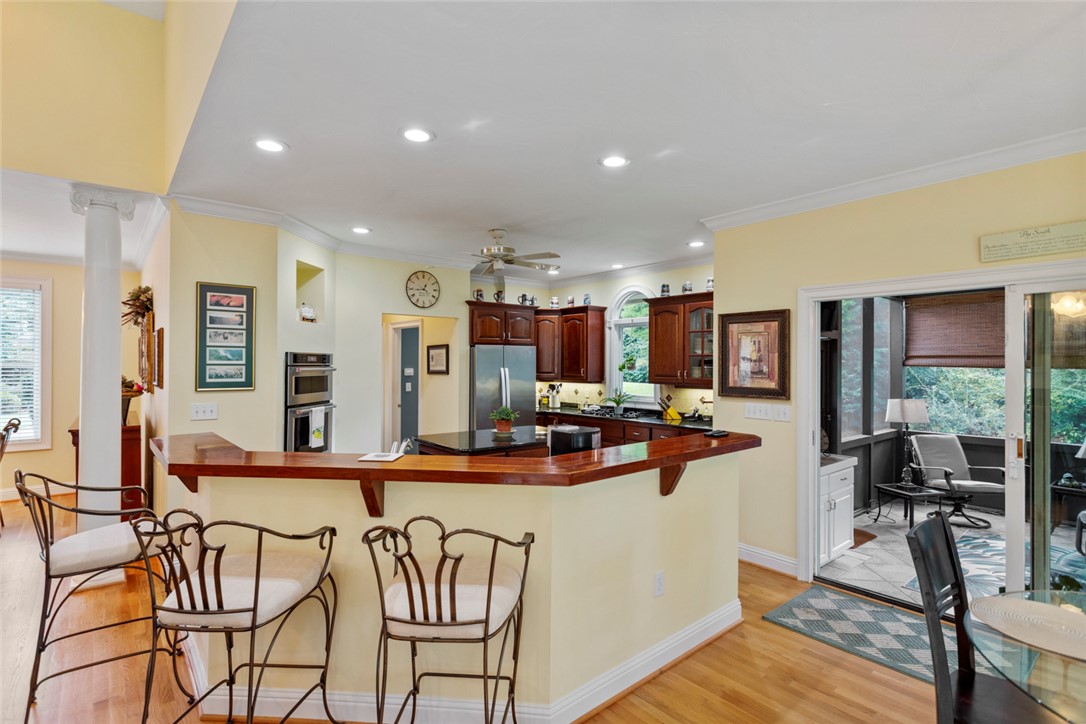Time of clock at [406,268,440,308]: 12:44
